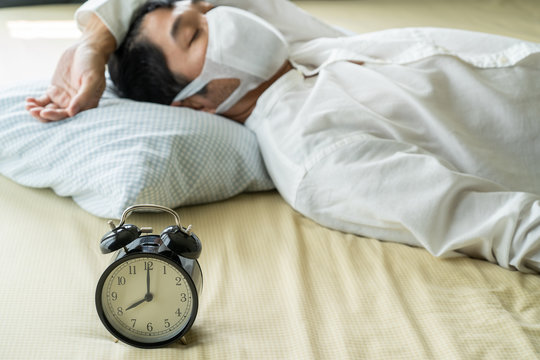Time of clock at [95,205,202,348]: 8:00
